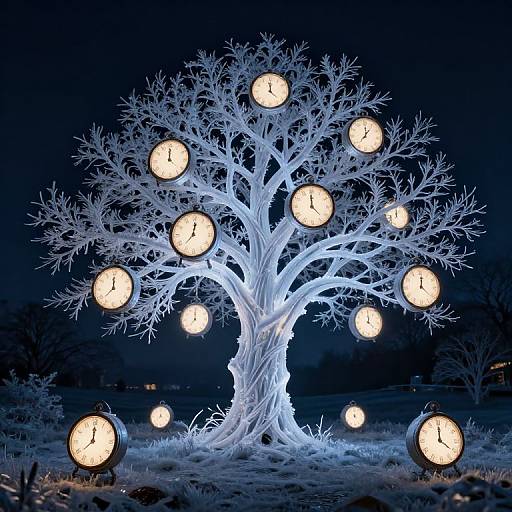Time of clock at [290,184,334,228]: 11:59
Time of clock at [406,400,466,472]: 4:00
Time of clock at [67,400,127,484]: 12:00
